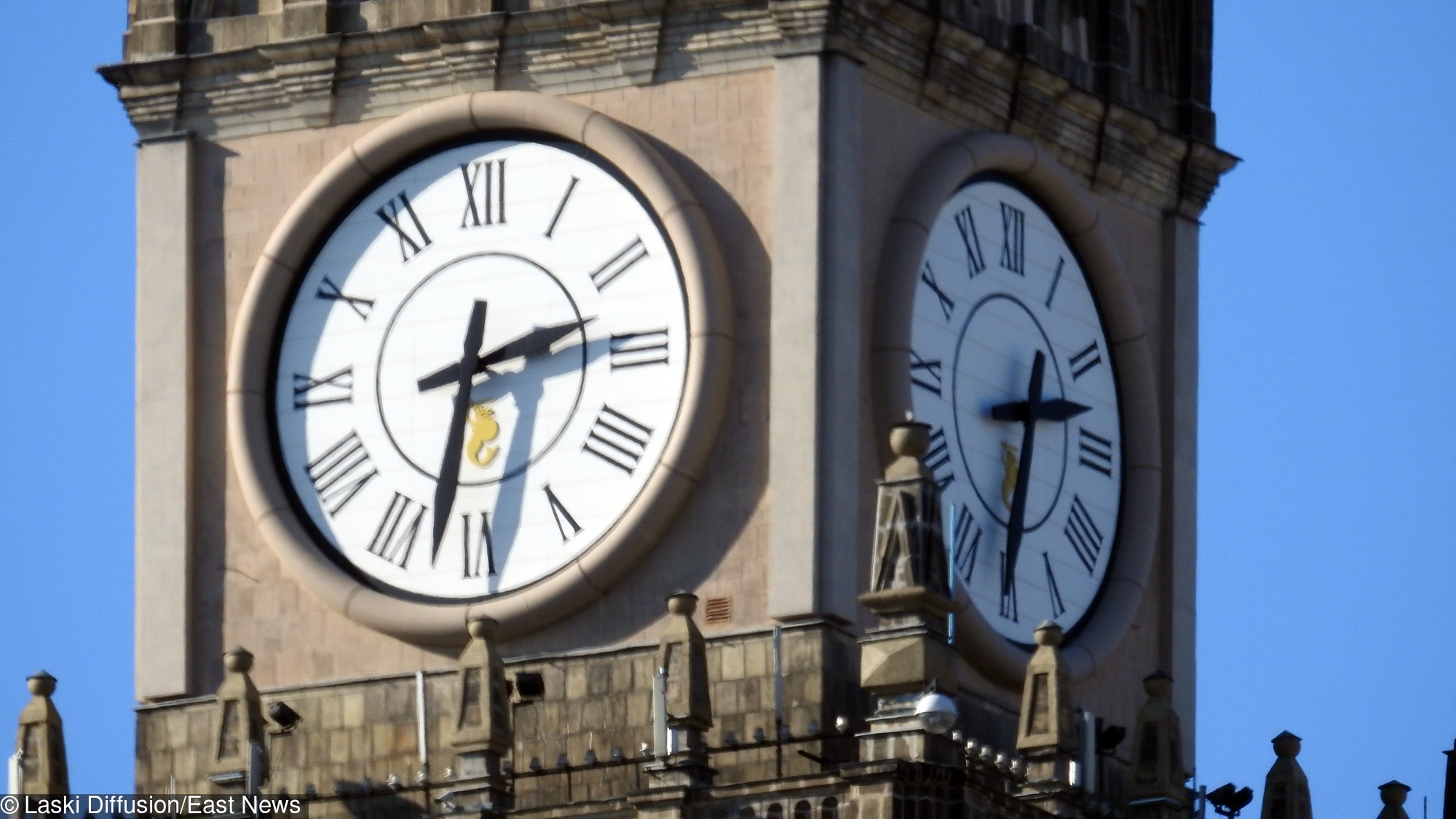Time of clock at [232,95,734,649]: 2:32
